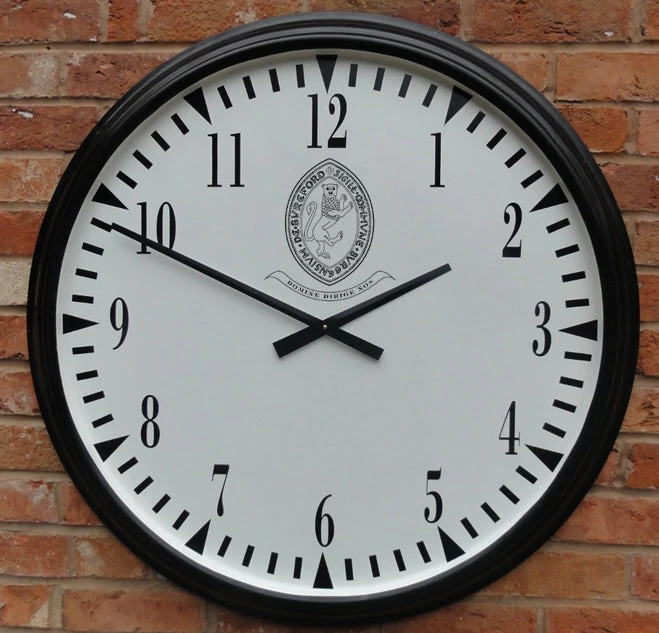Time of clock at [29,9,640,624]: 1:49
